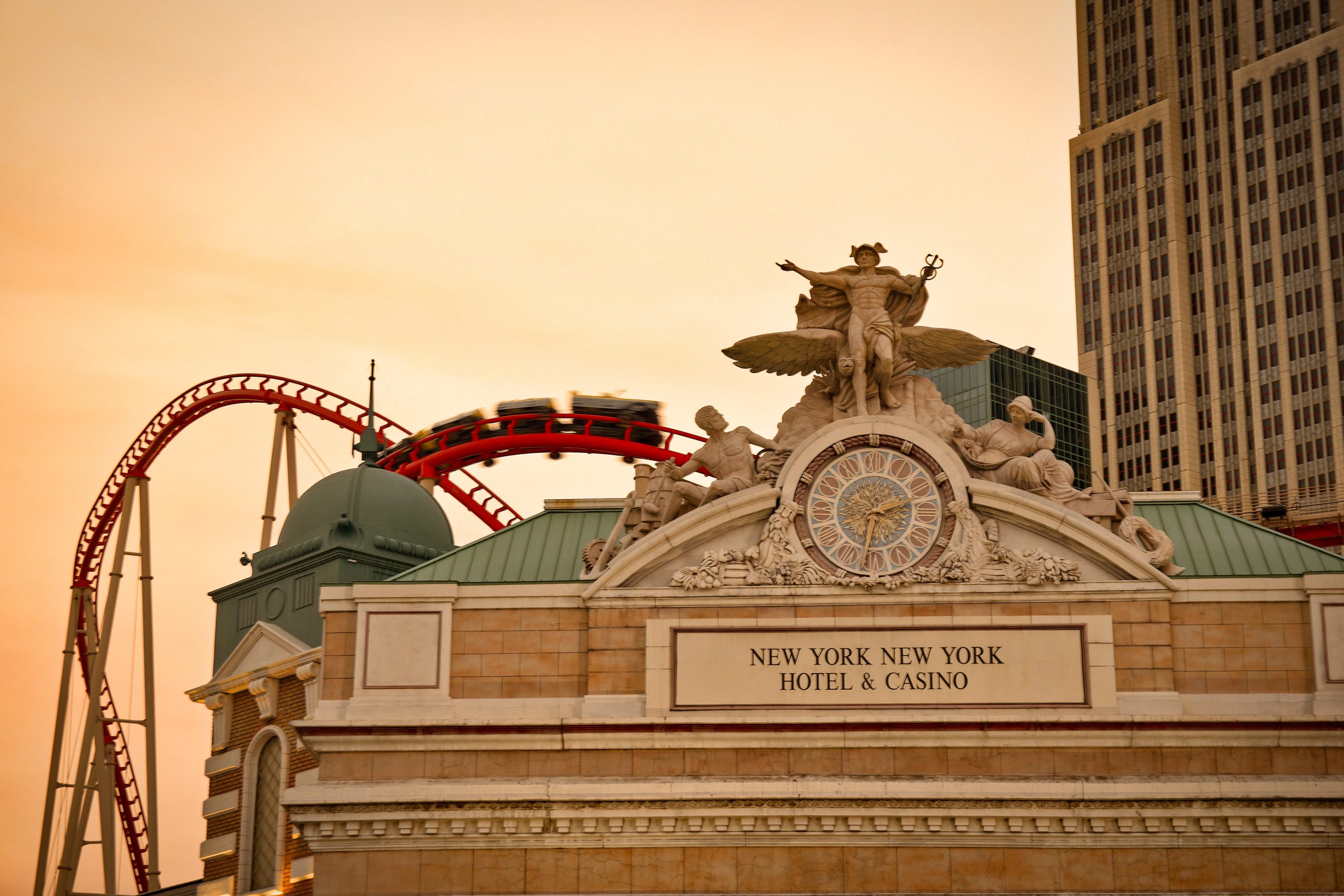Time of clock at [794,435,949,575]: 2:31
